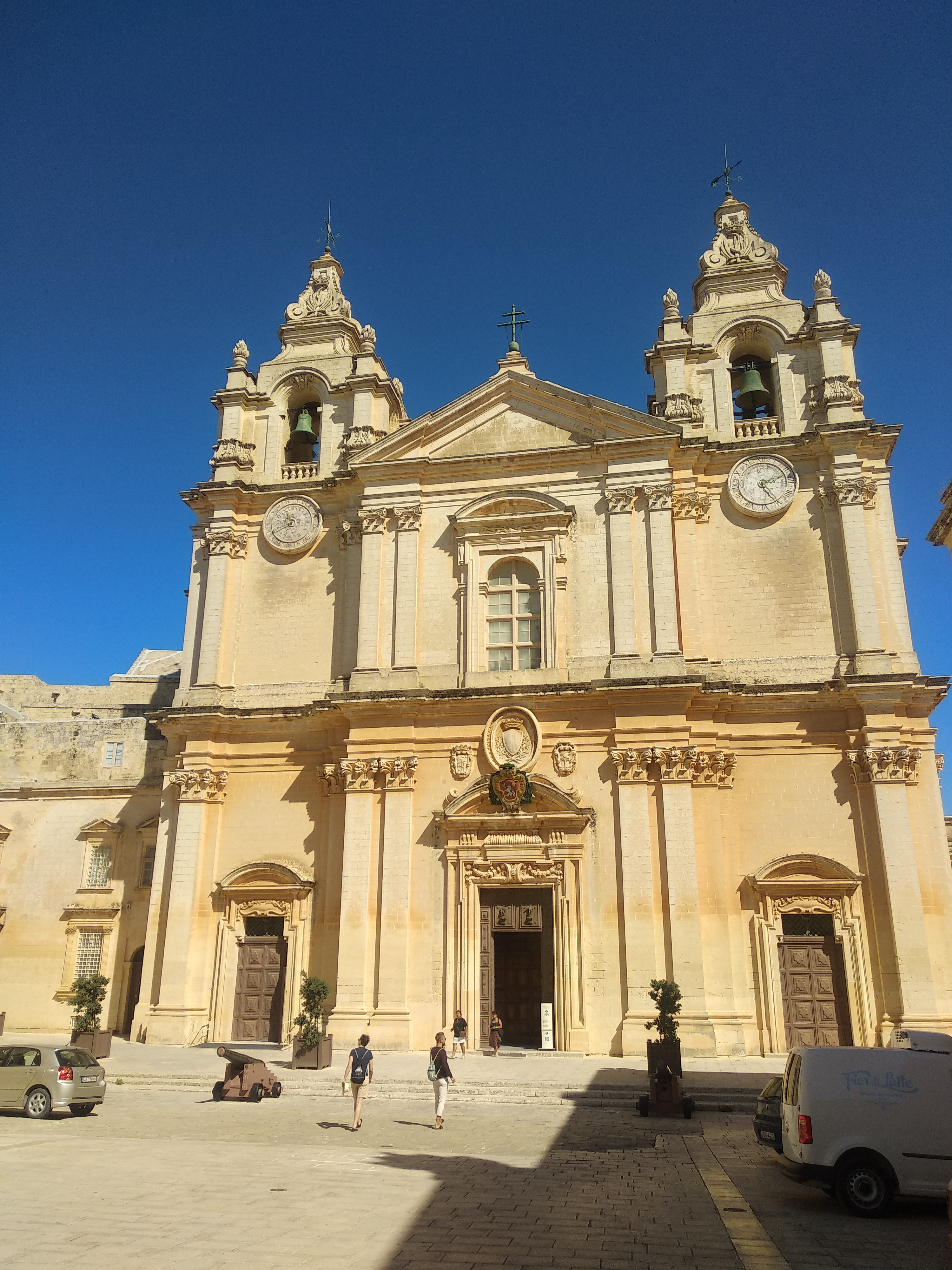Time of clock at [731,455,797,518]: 2:25
